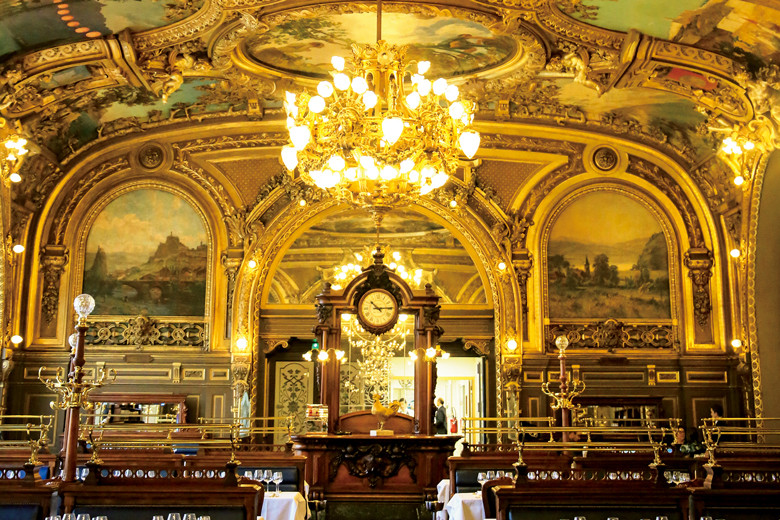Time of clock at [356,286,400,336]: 10:14
